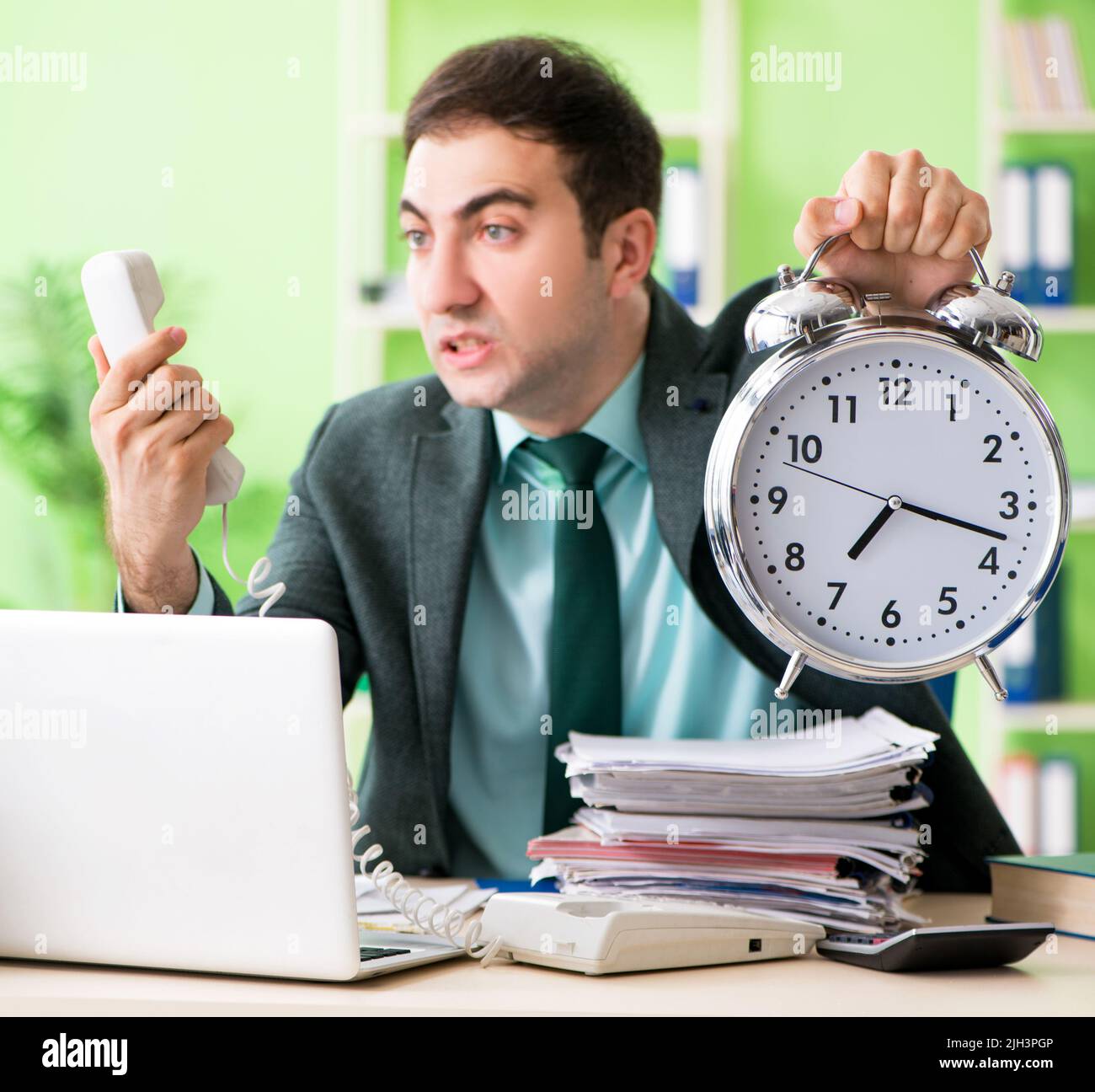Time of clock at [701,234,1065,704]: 7:17
